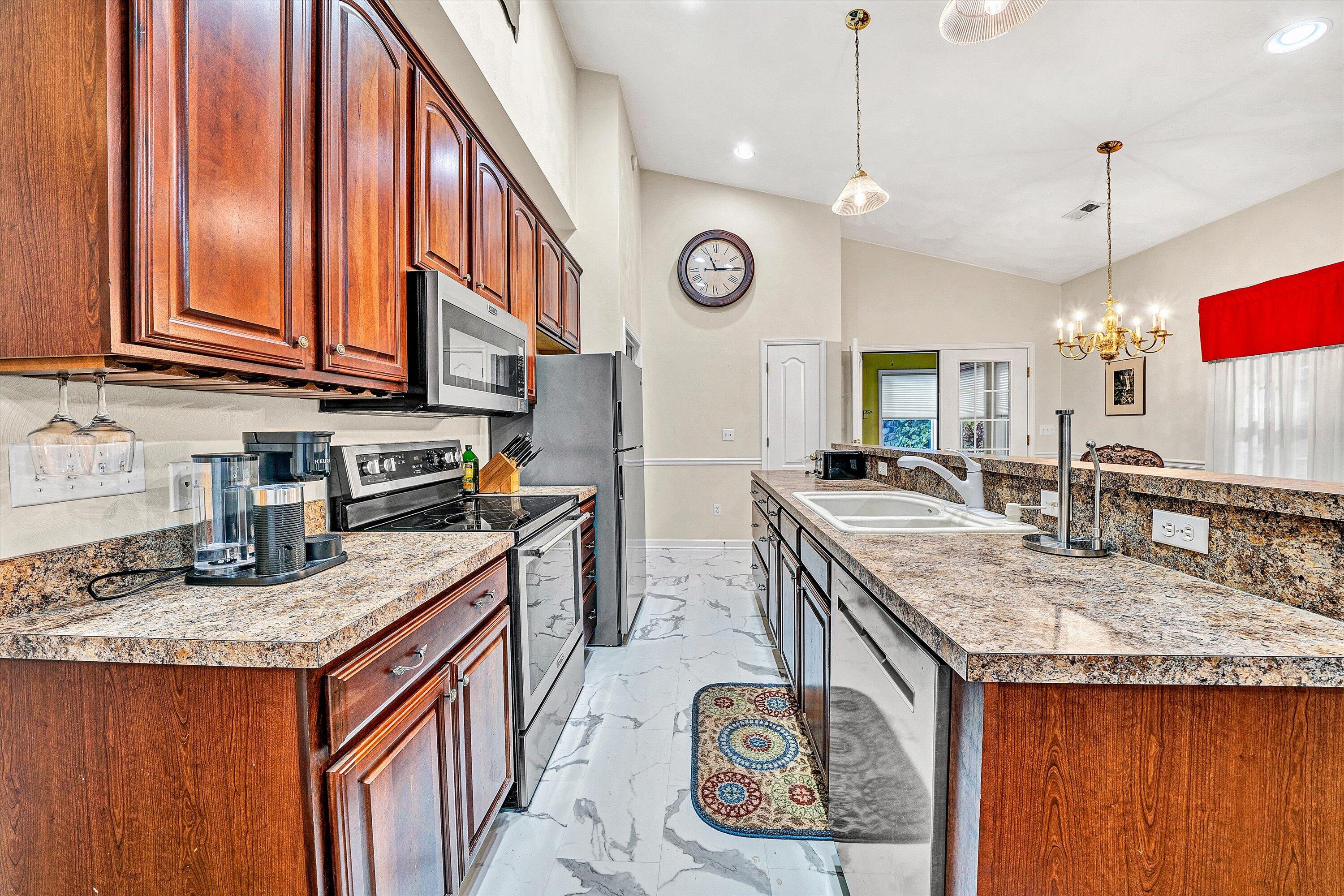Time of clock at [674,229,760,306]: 11:14
